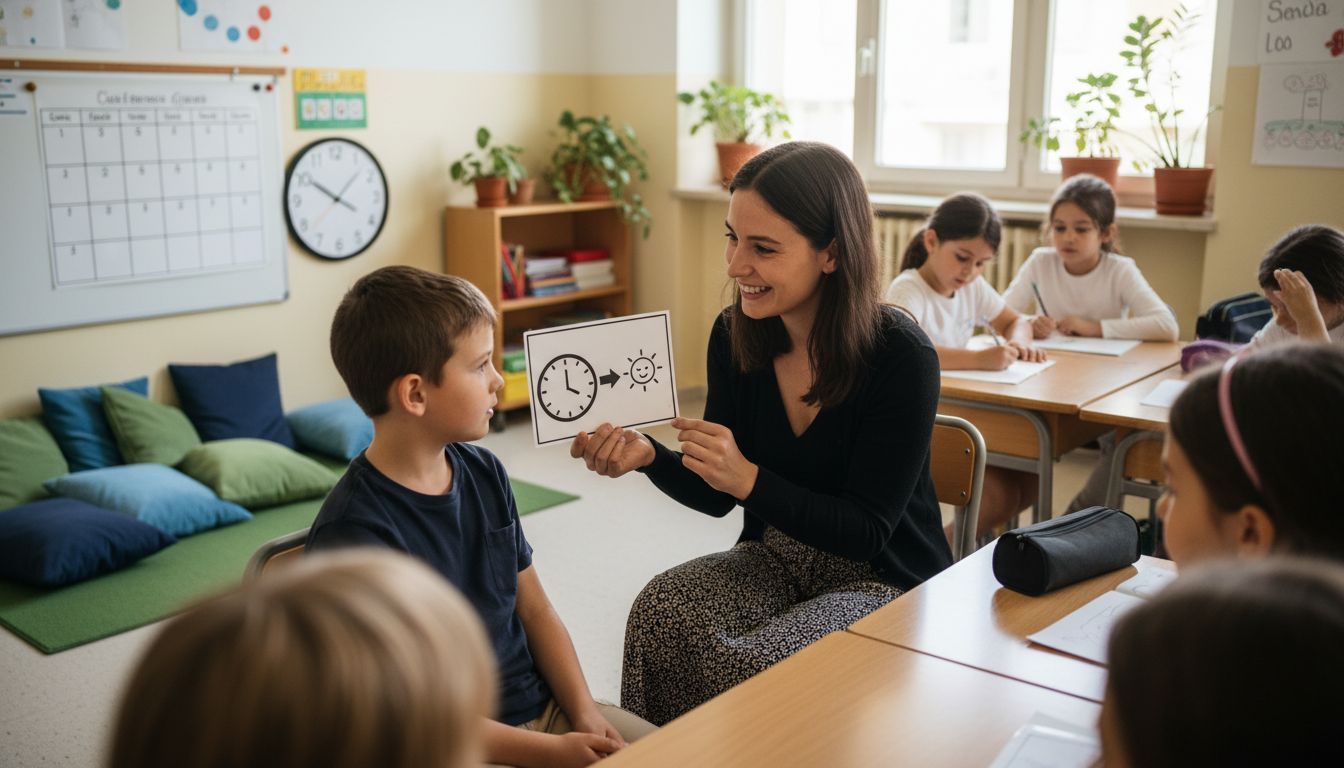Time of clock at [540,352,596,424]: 3:59
